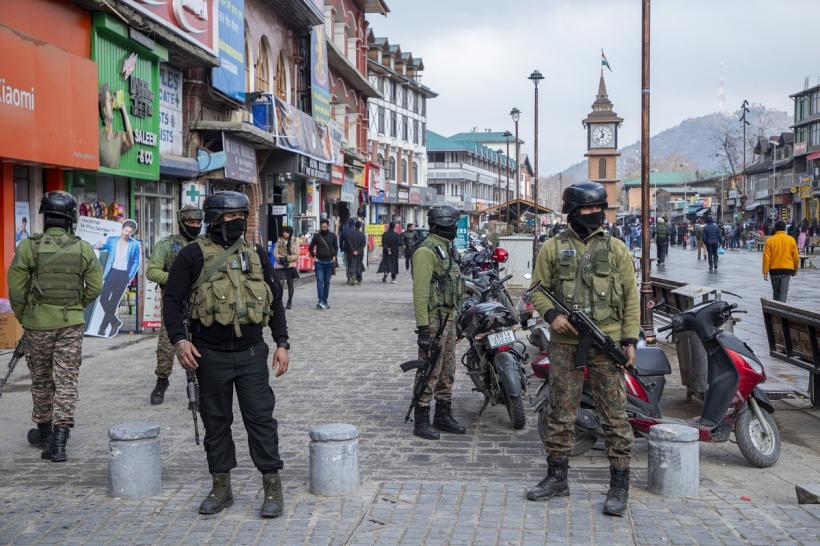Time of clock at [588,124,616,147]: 11:37
